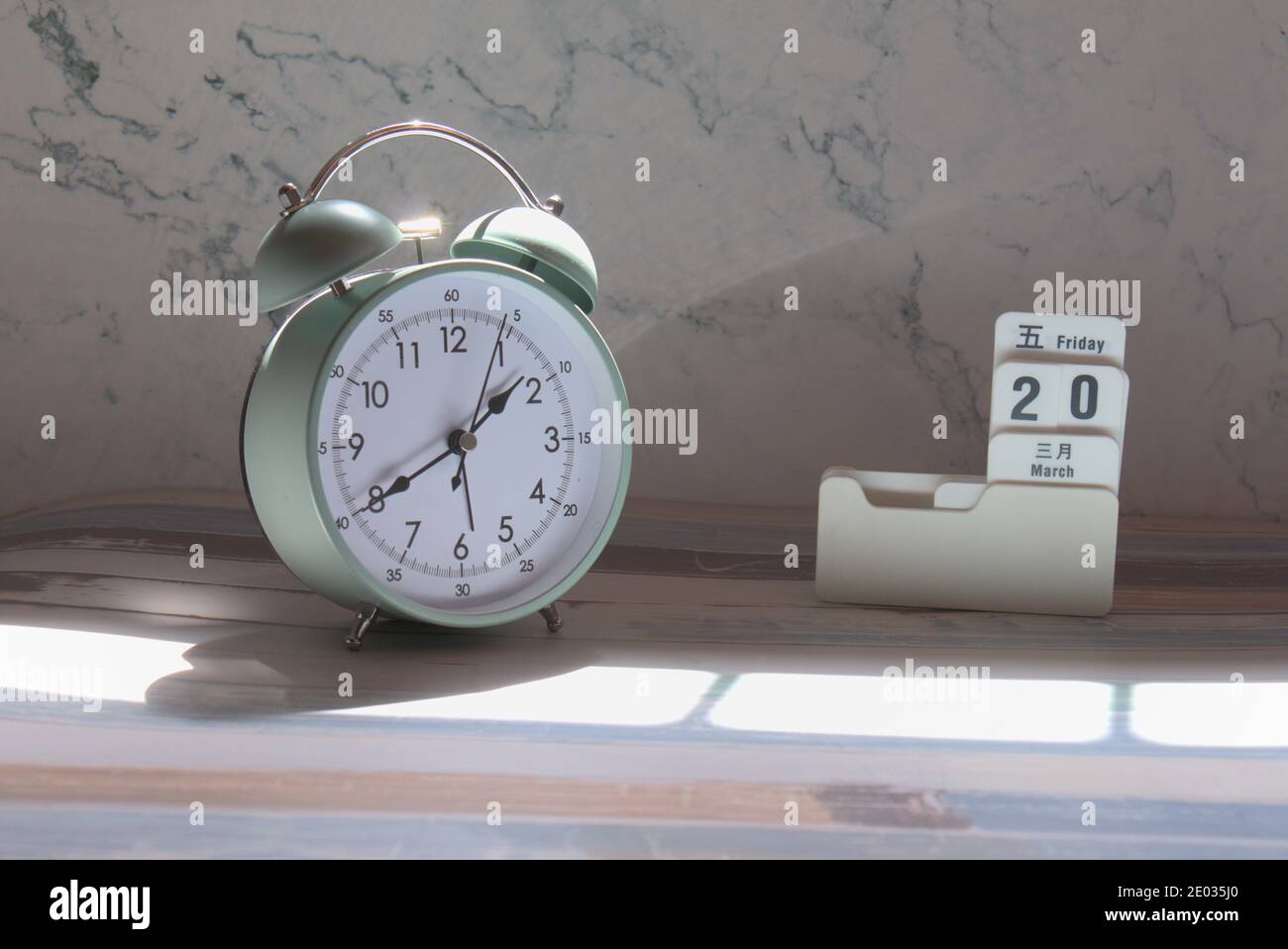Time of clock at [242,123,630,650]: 1:40
